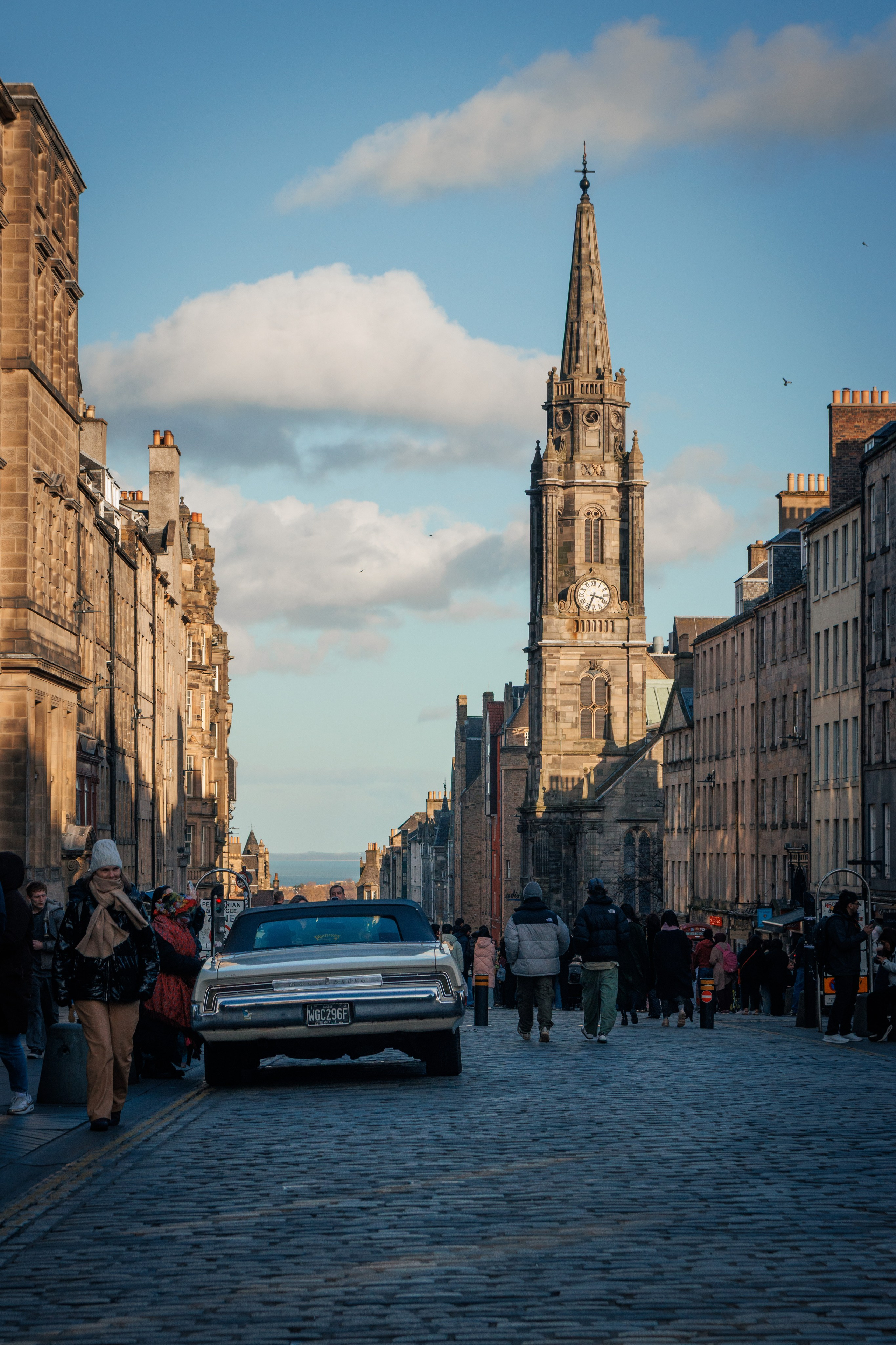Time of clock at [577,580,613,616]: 3:33
